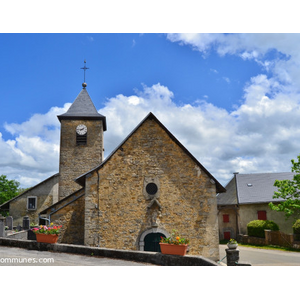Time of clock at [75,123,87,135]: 1:45
